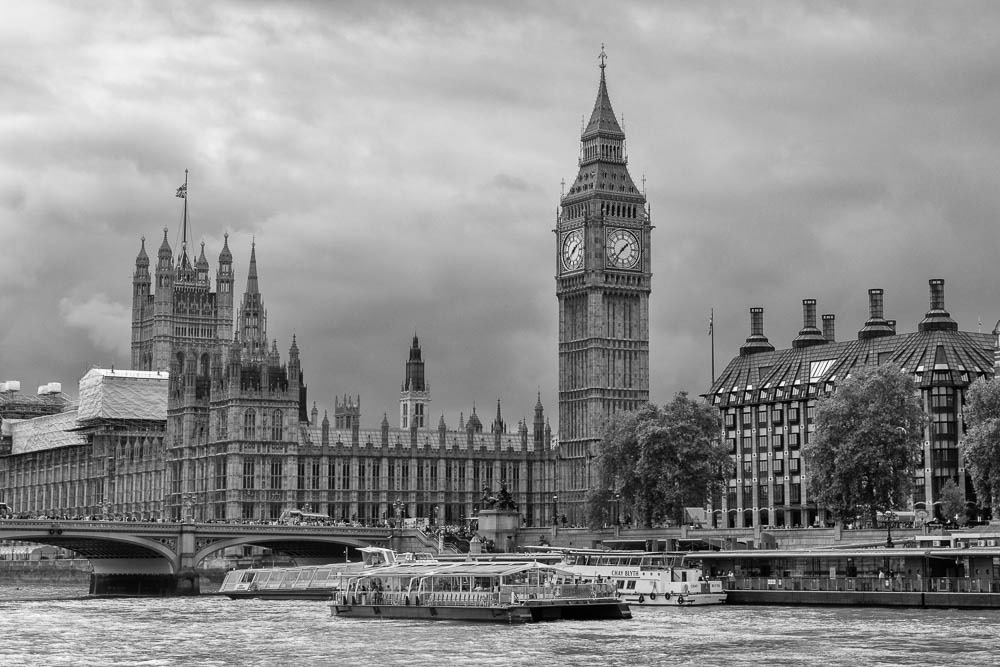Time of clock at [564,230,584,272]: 1:38
